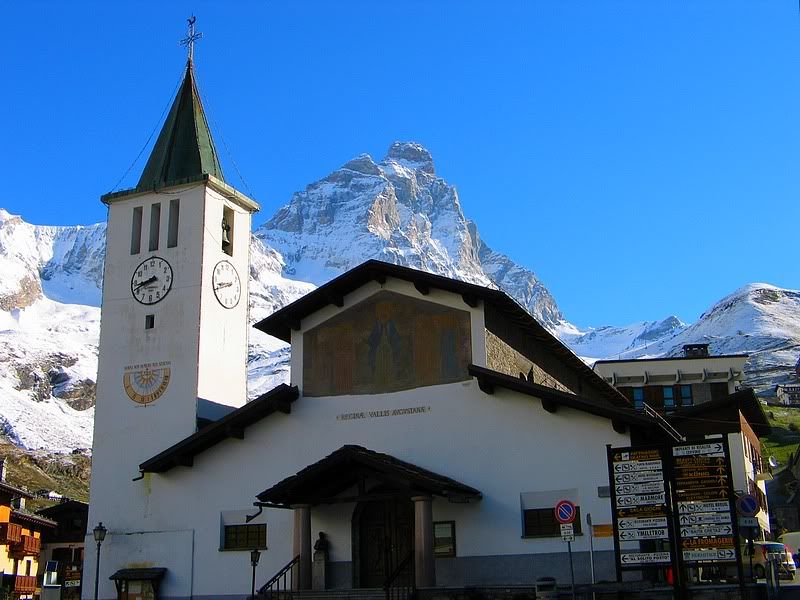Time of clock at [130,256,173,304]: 8:41
